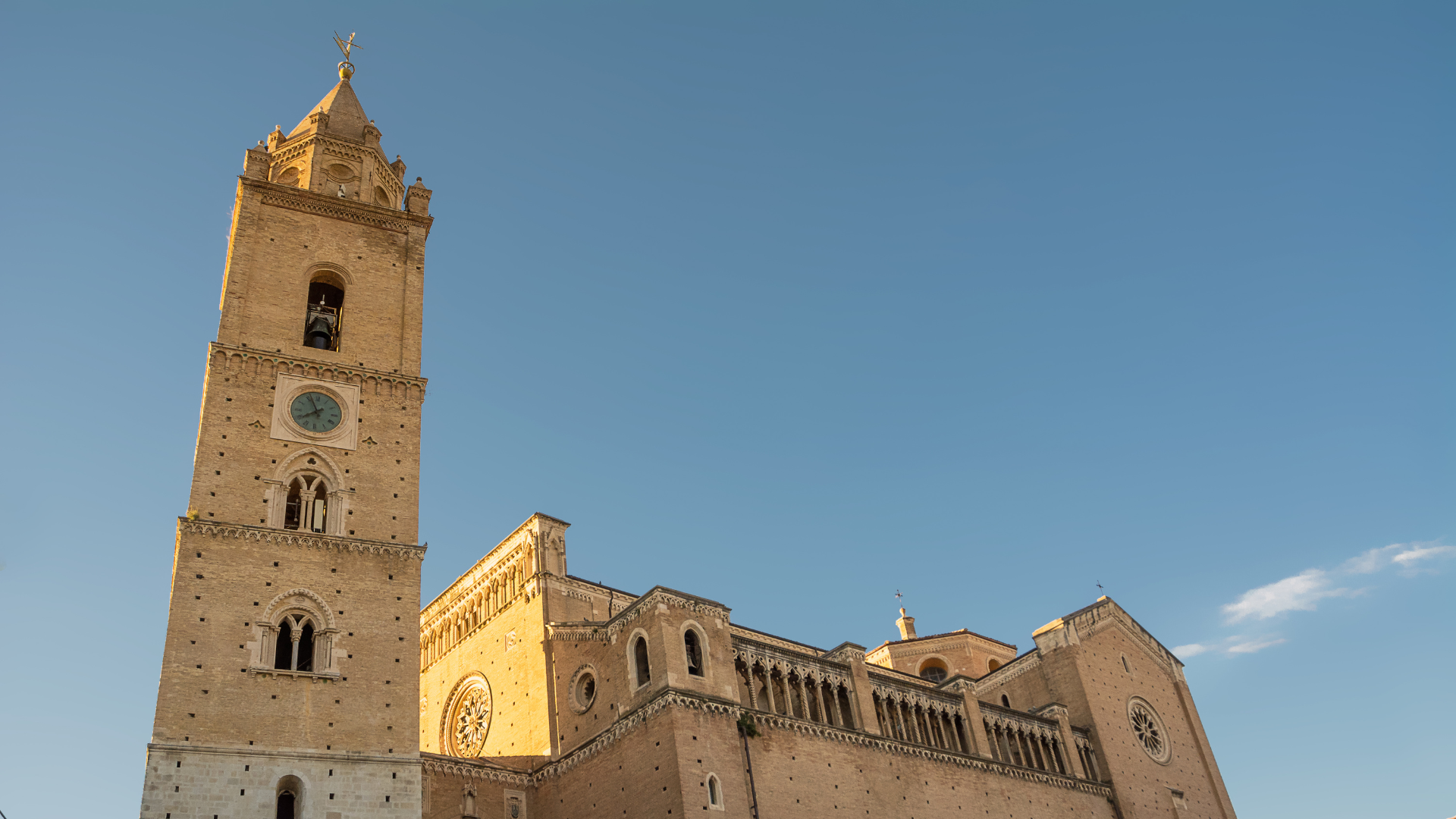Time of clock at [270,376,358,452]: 7:56
